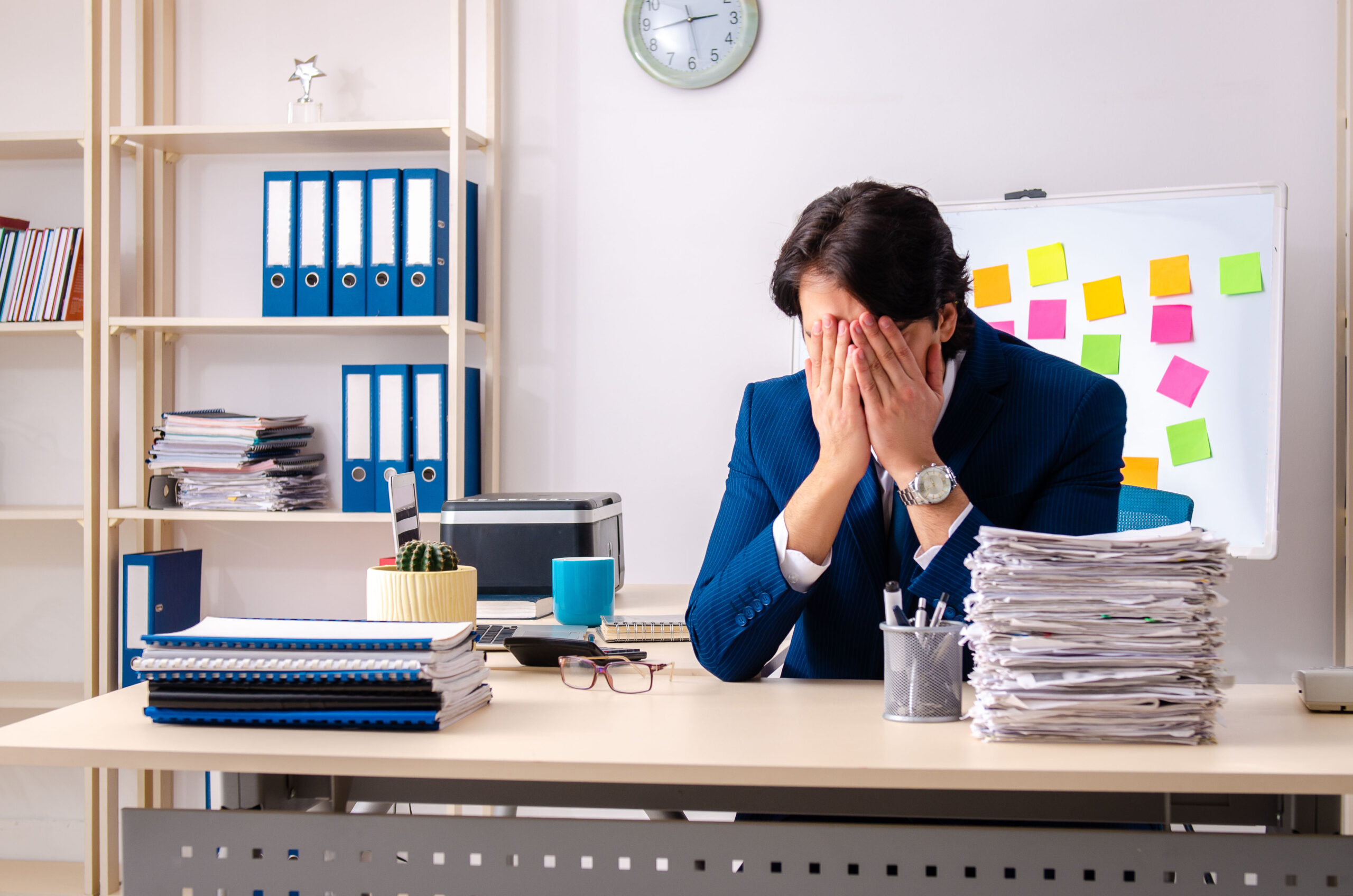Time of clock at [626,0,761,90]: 2:43
